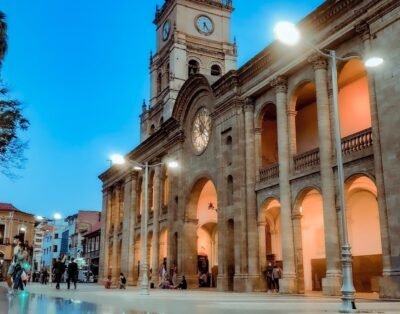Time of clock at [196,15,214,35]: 6:23
